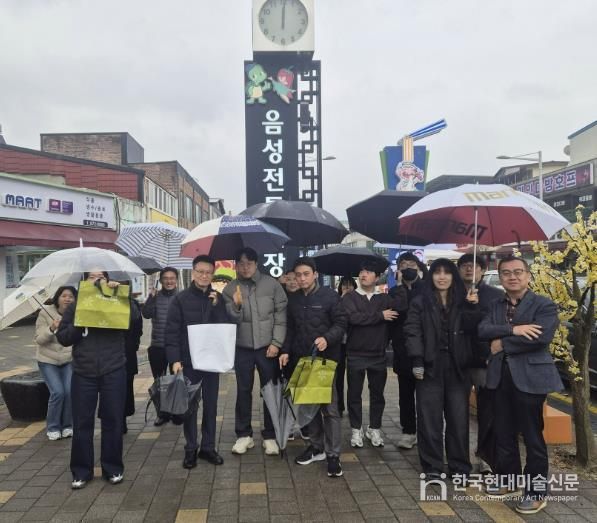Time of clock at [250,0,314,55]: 12:00
